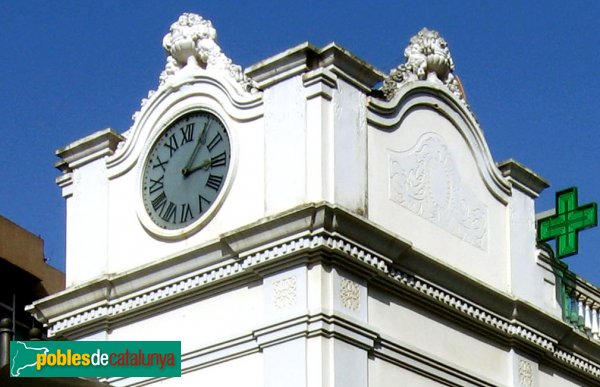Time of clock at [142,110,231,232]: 3:05
